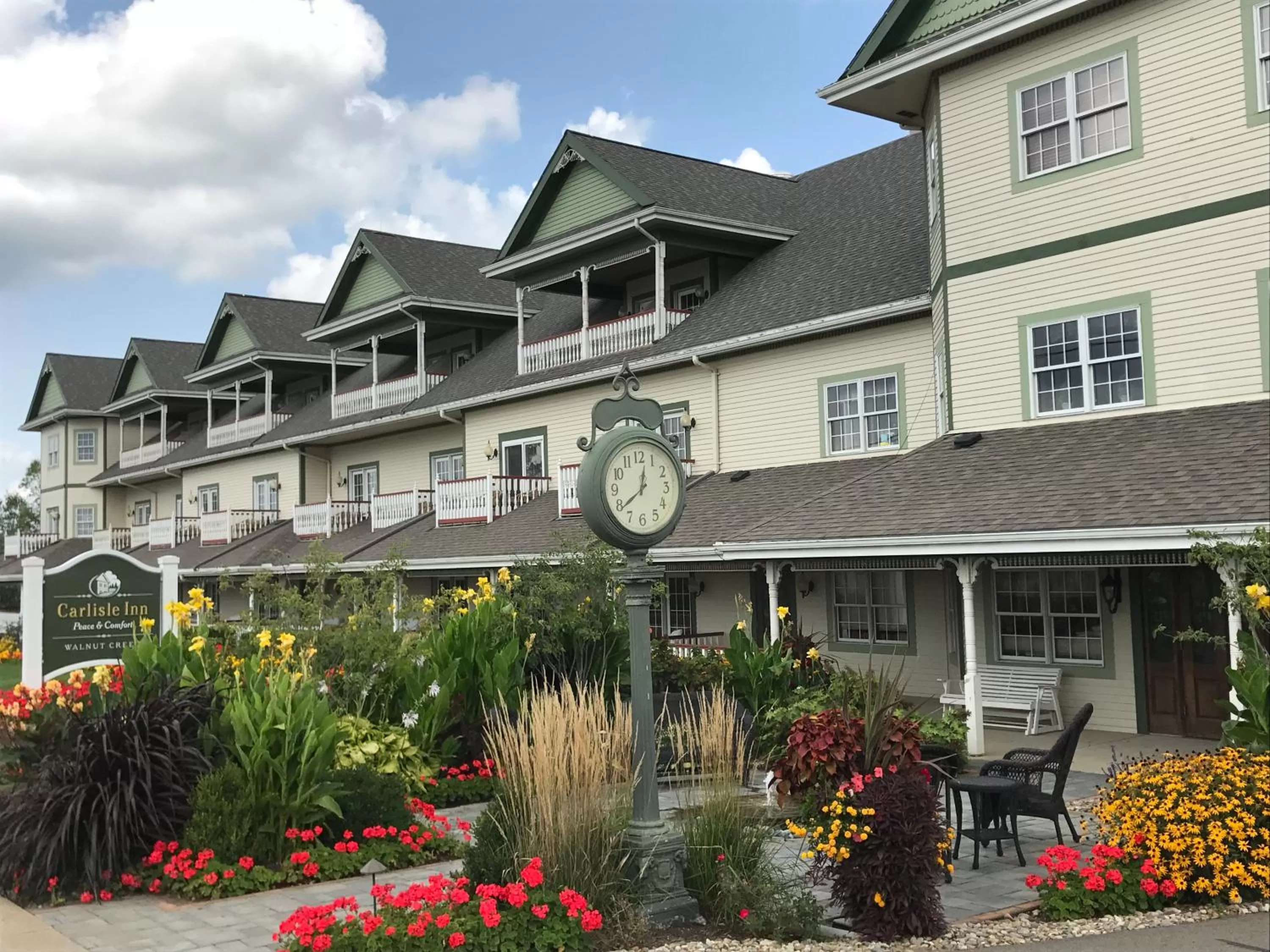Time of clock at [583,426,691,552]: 12:39
